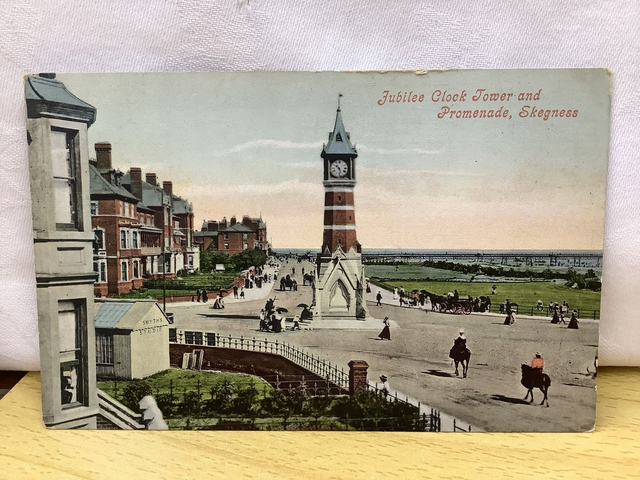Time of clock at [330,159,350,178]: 10:28
